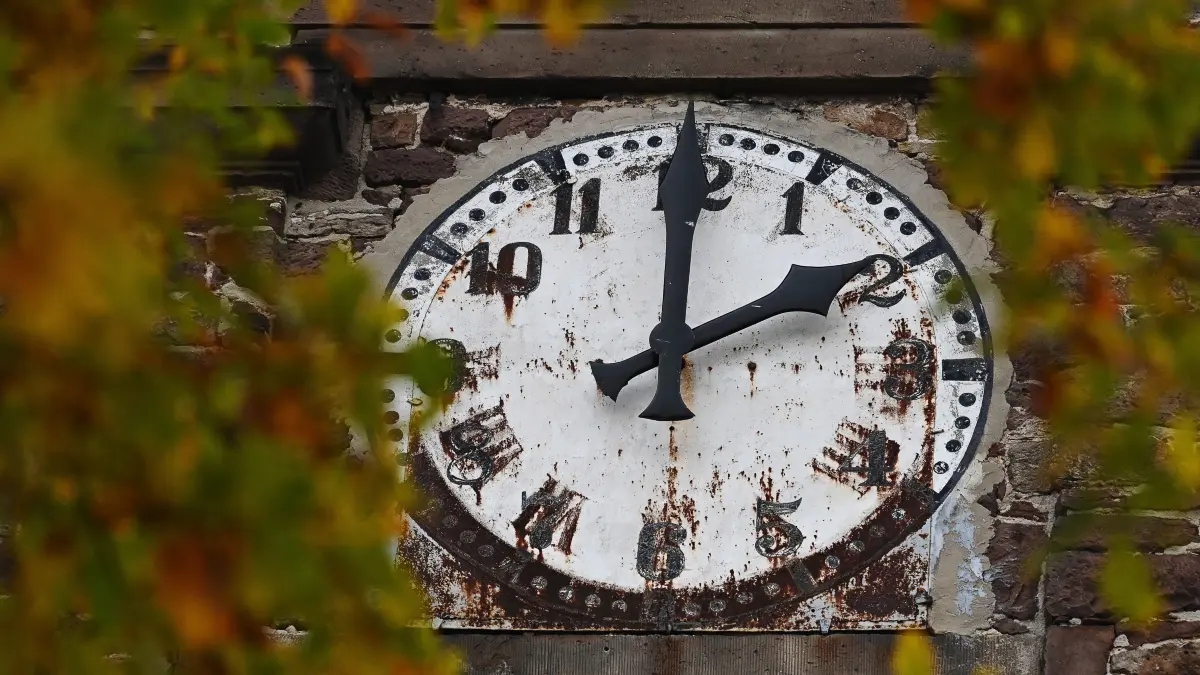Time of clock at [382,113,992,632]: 2:00
